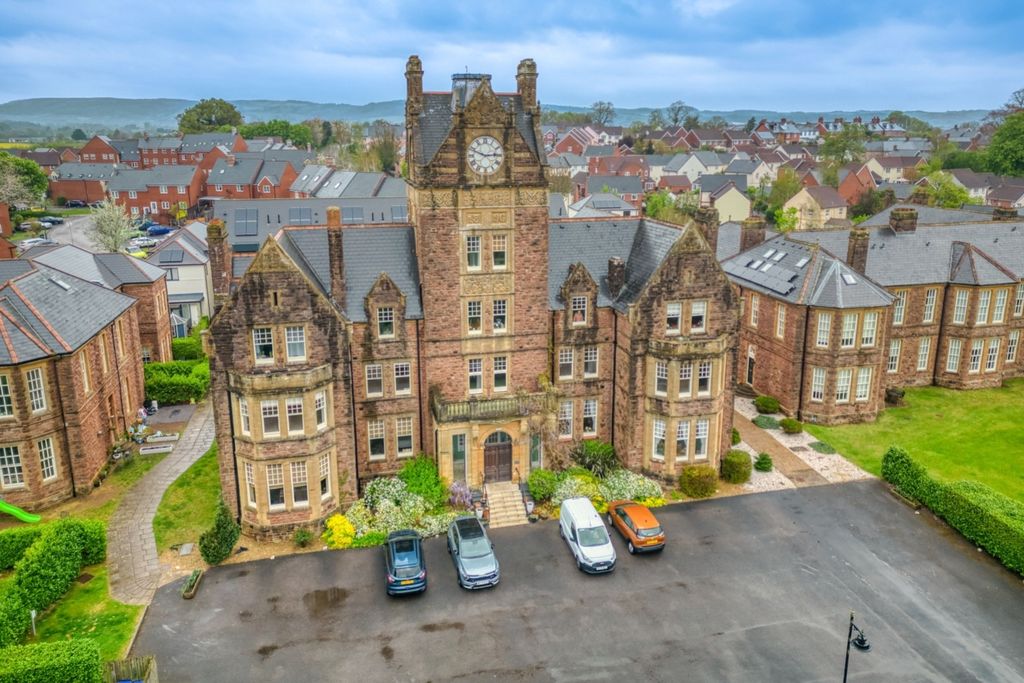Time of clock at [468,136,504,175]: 2:48
